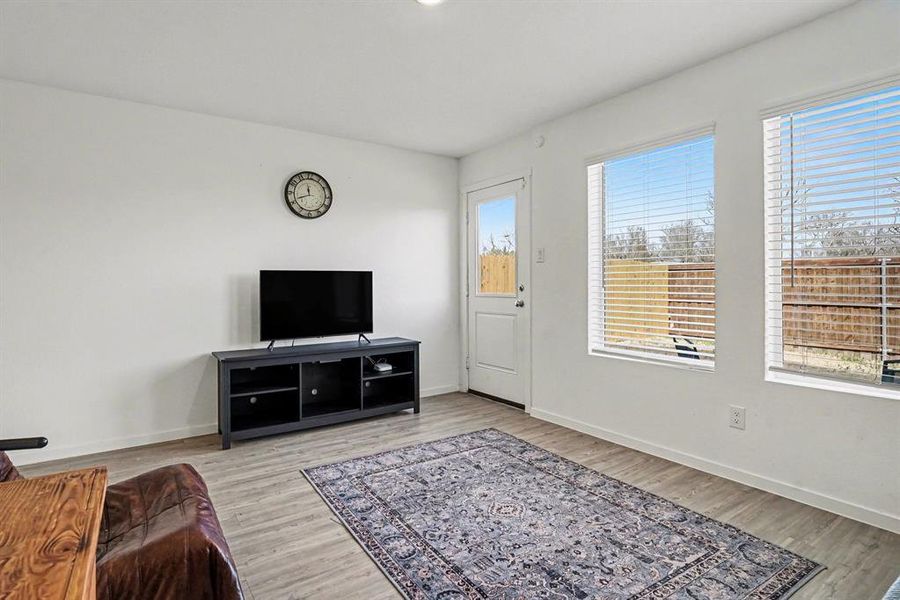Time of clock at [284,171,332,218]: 11:41
